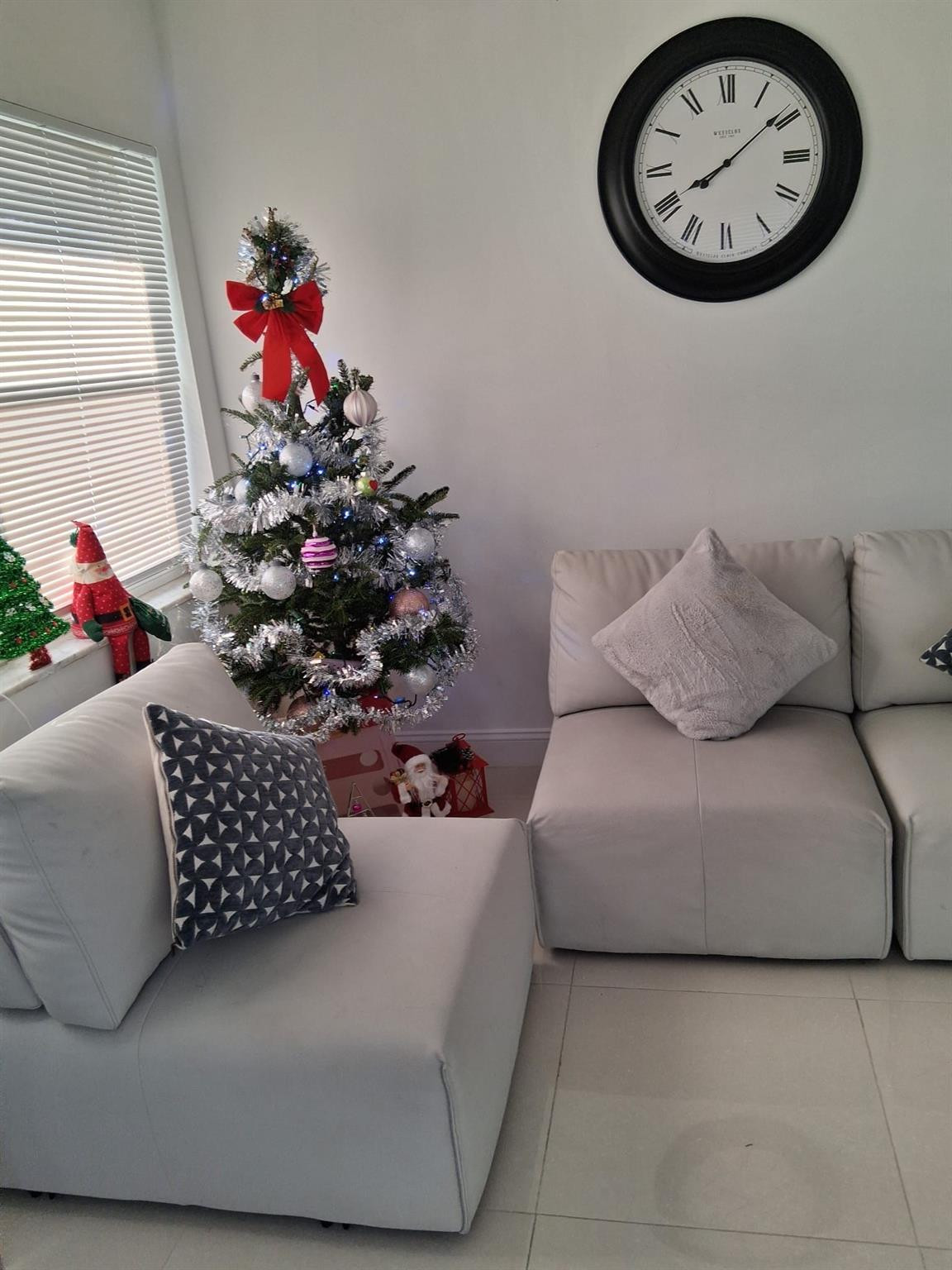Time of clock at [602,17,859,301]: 8:08
